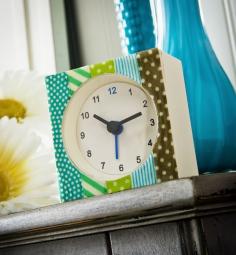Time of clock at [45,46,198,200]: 10:12
